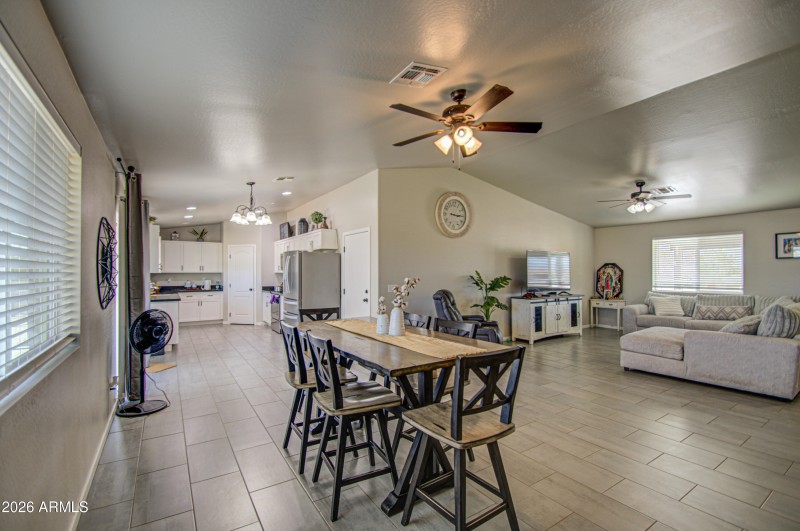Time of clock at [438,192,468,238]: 3:15
